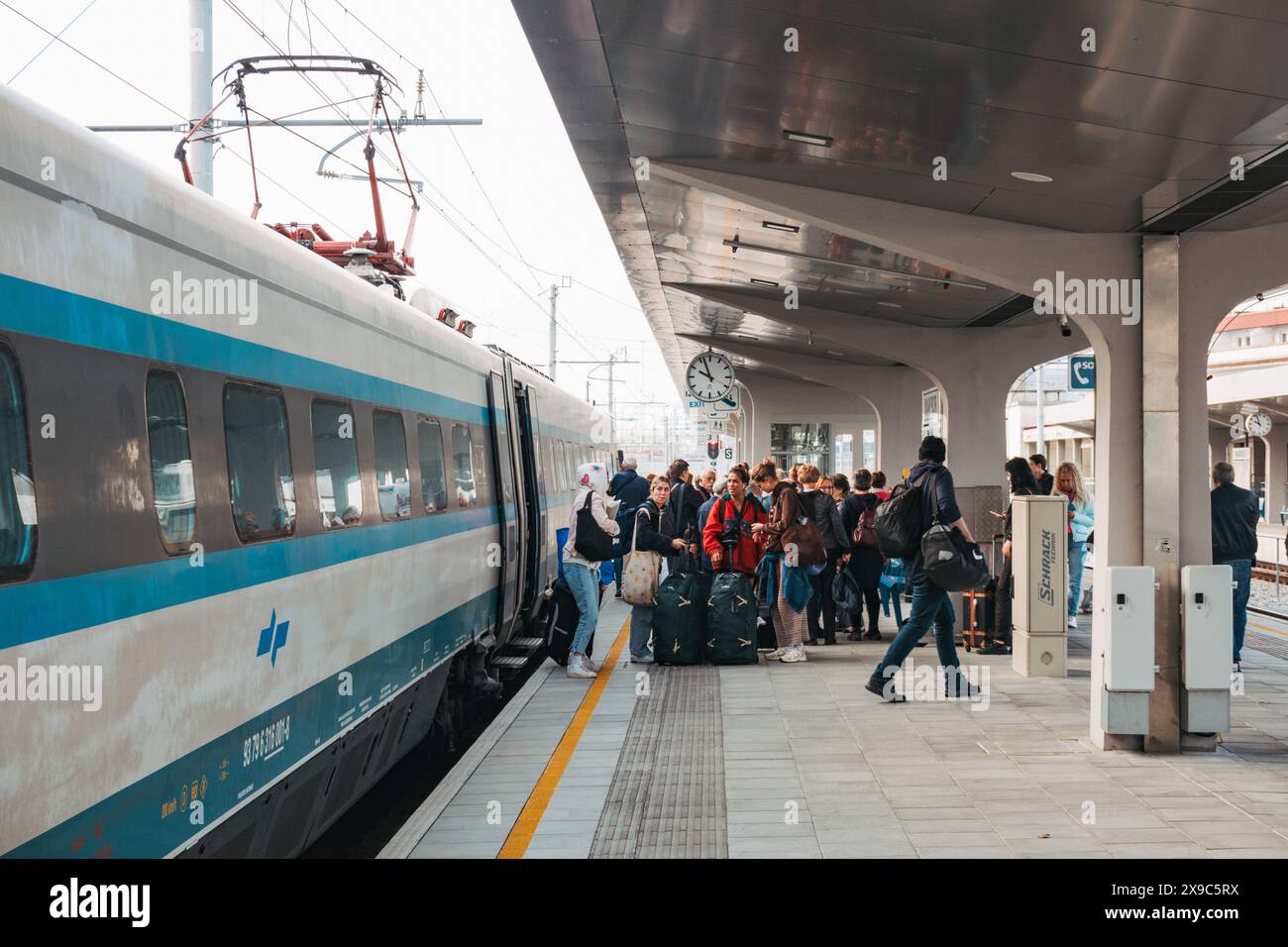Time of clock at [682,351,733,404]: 9:56
